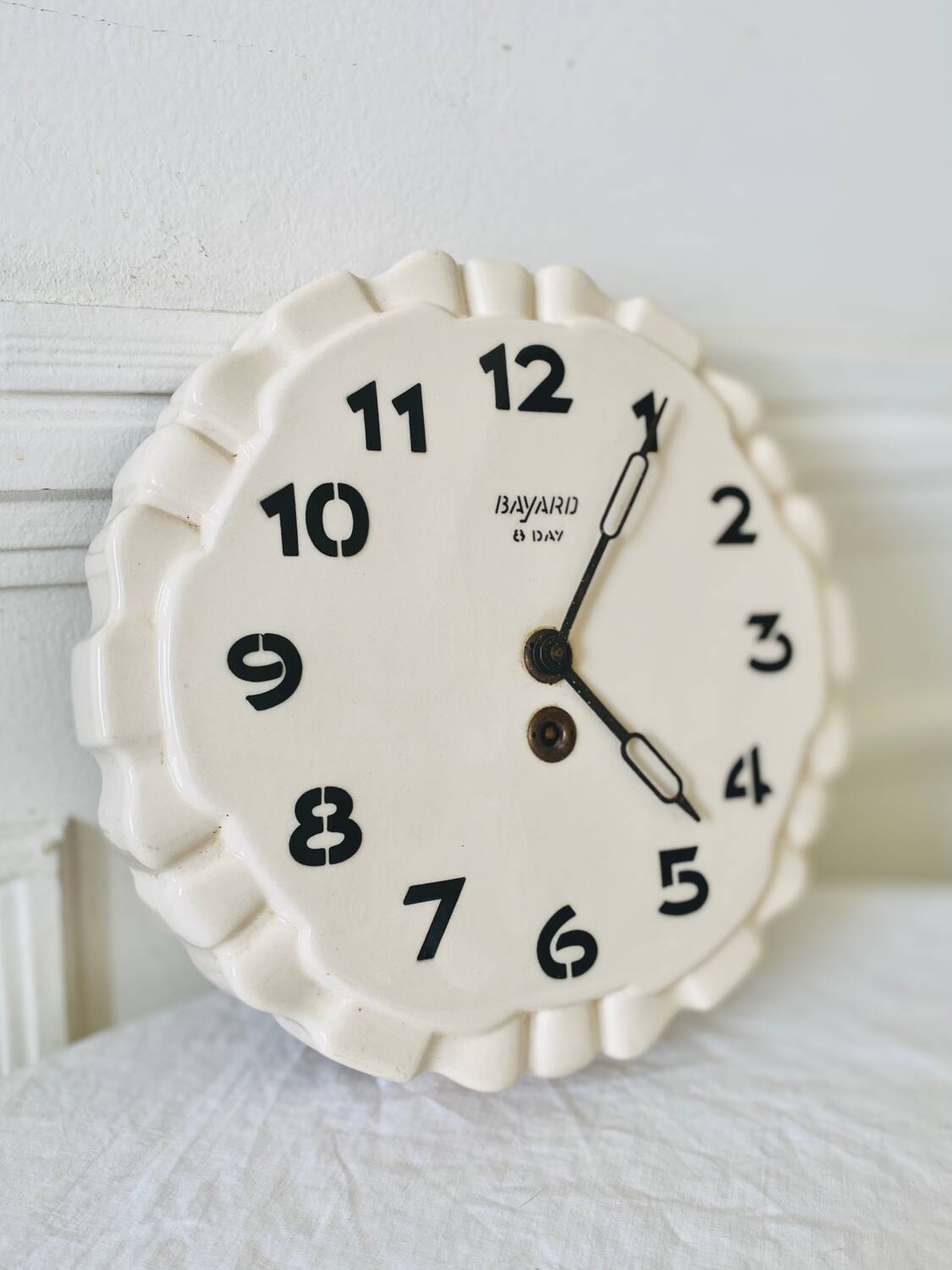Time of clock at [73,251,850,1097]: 4:05
